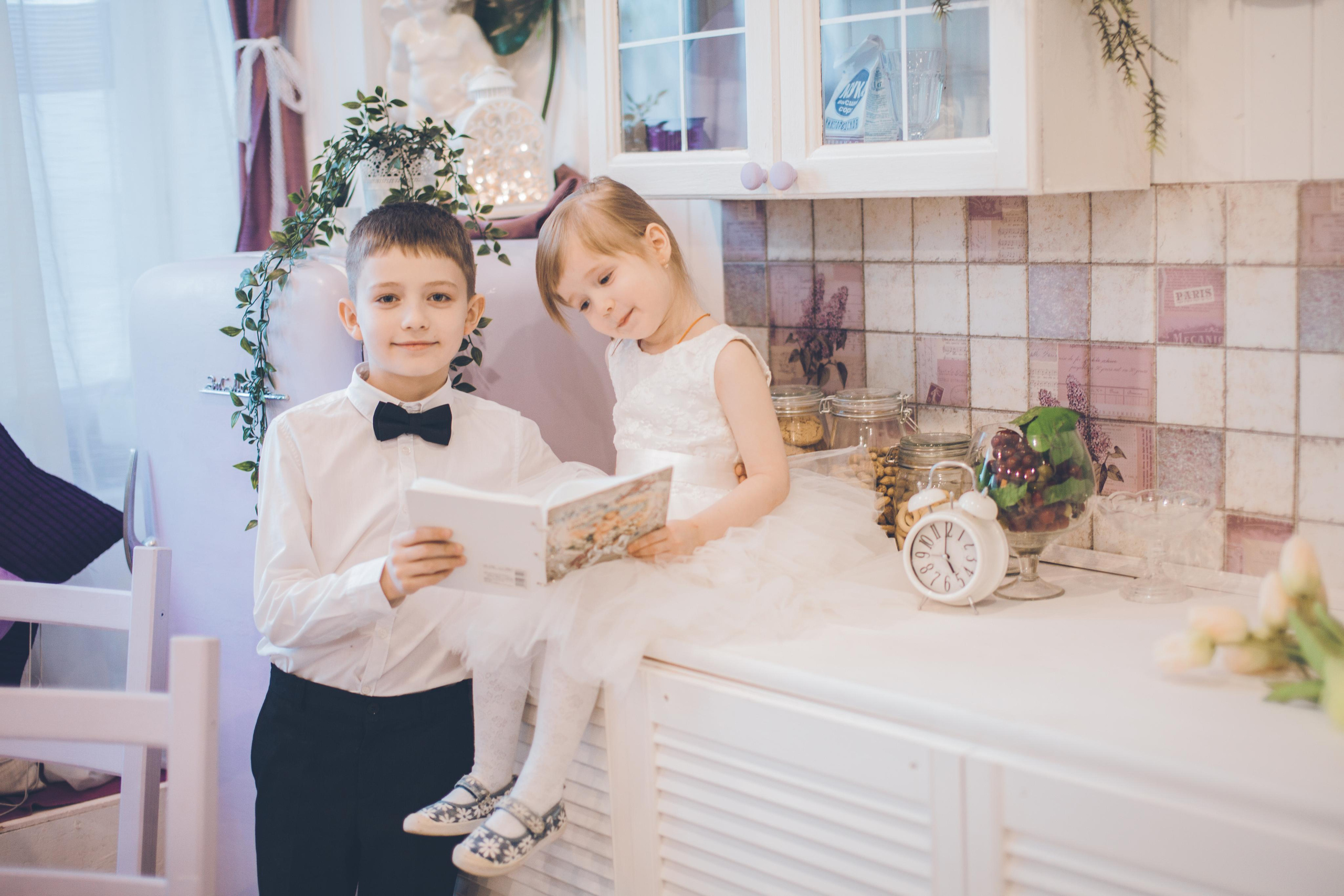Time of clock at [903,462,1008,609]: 4:59
